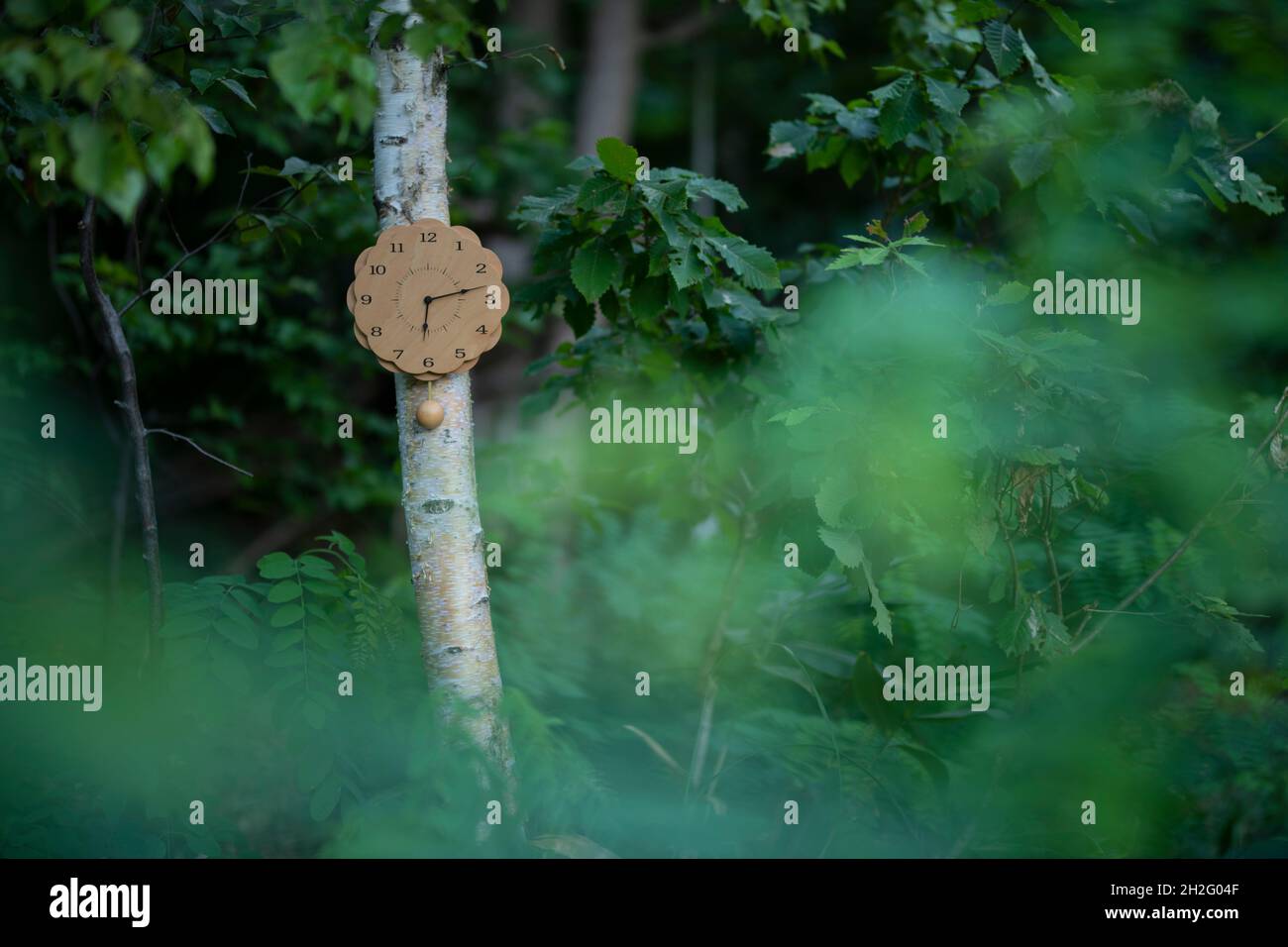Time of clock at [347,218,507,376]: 6:13
